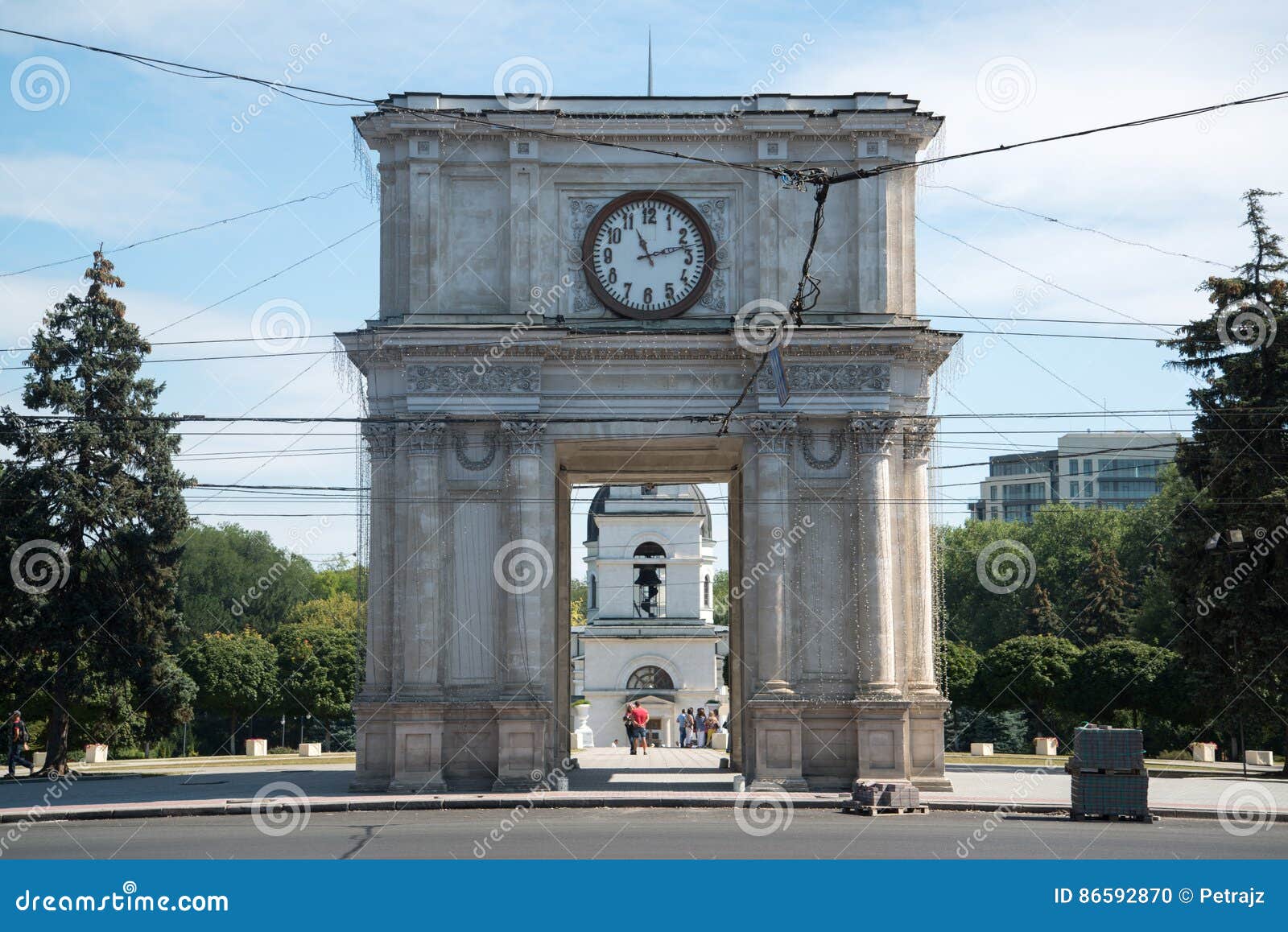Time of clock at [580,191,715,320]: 11:12
